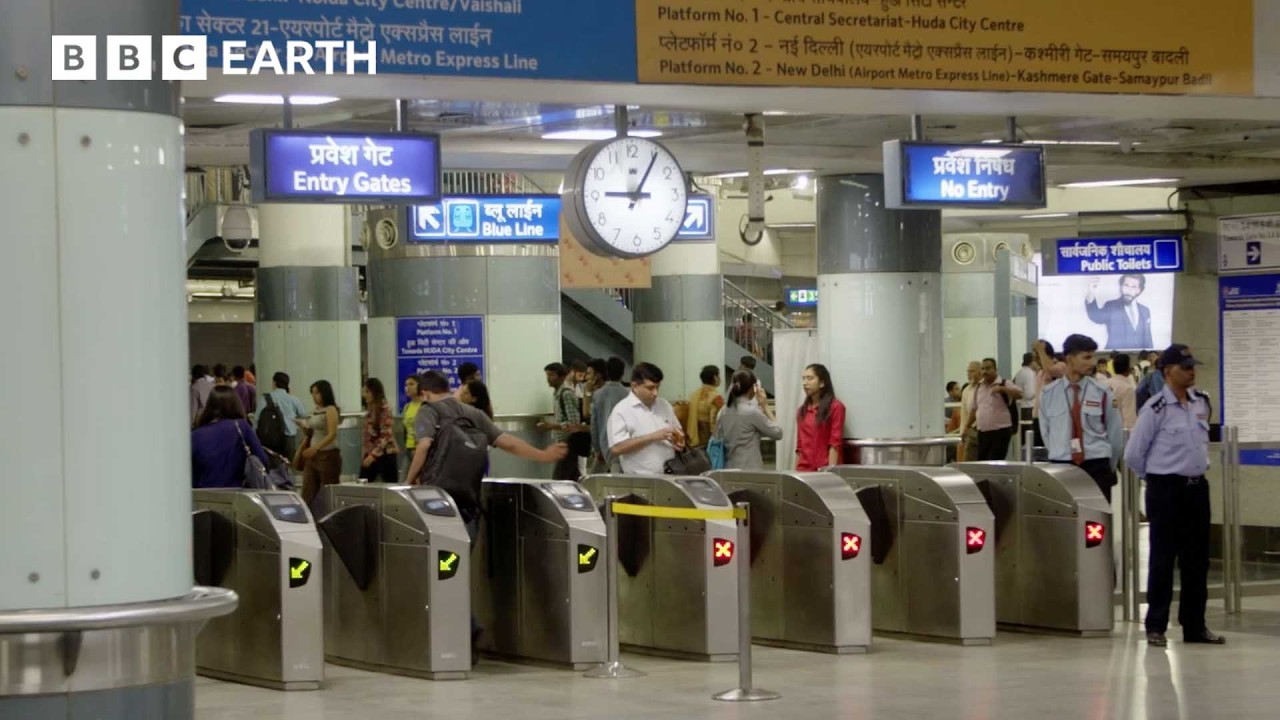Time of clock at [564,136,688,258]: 9:05
